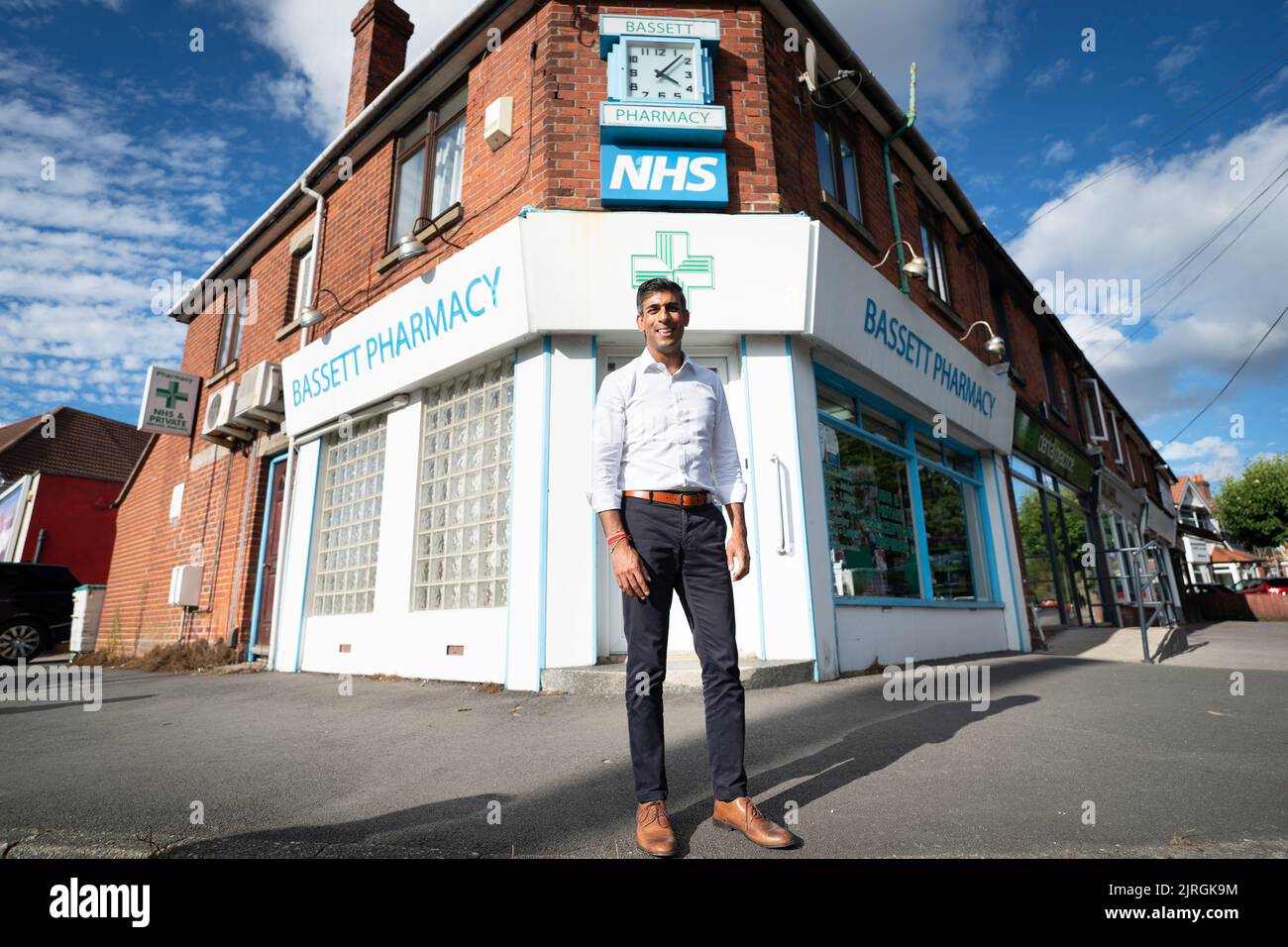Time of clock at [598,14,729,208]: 4:07
